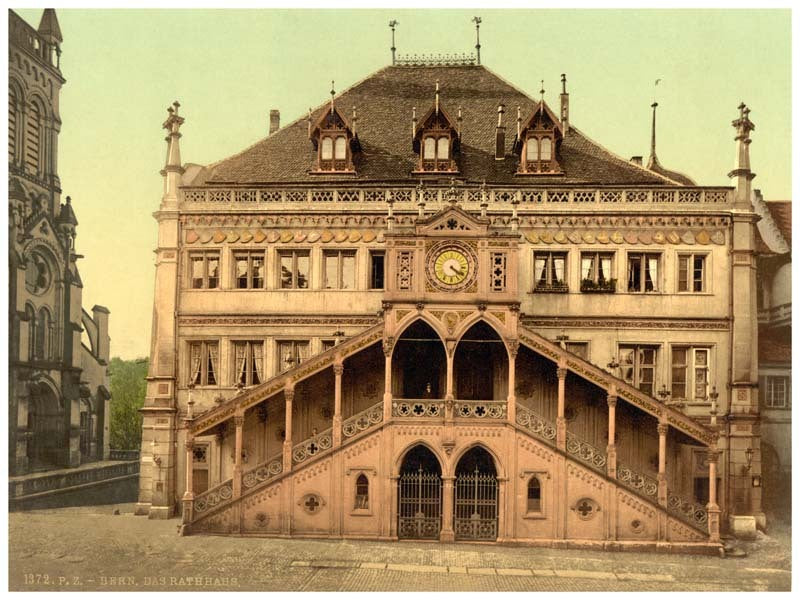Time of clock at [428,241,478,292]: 4:20
